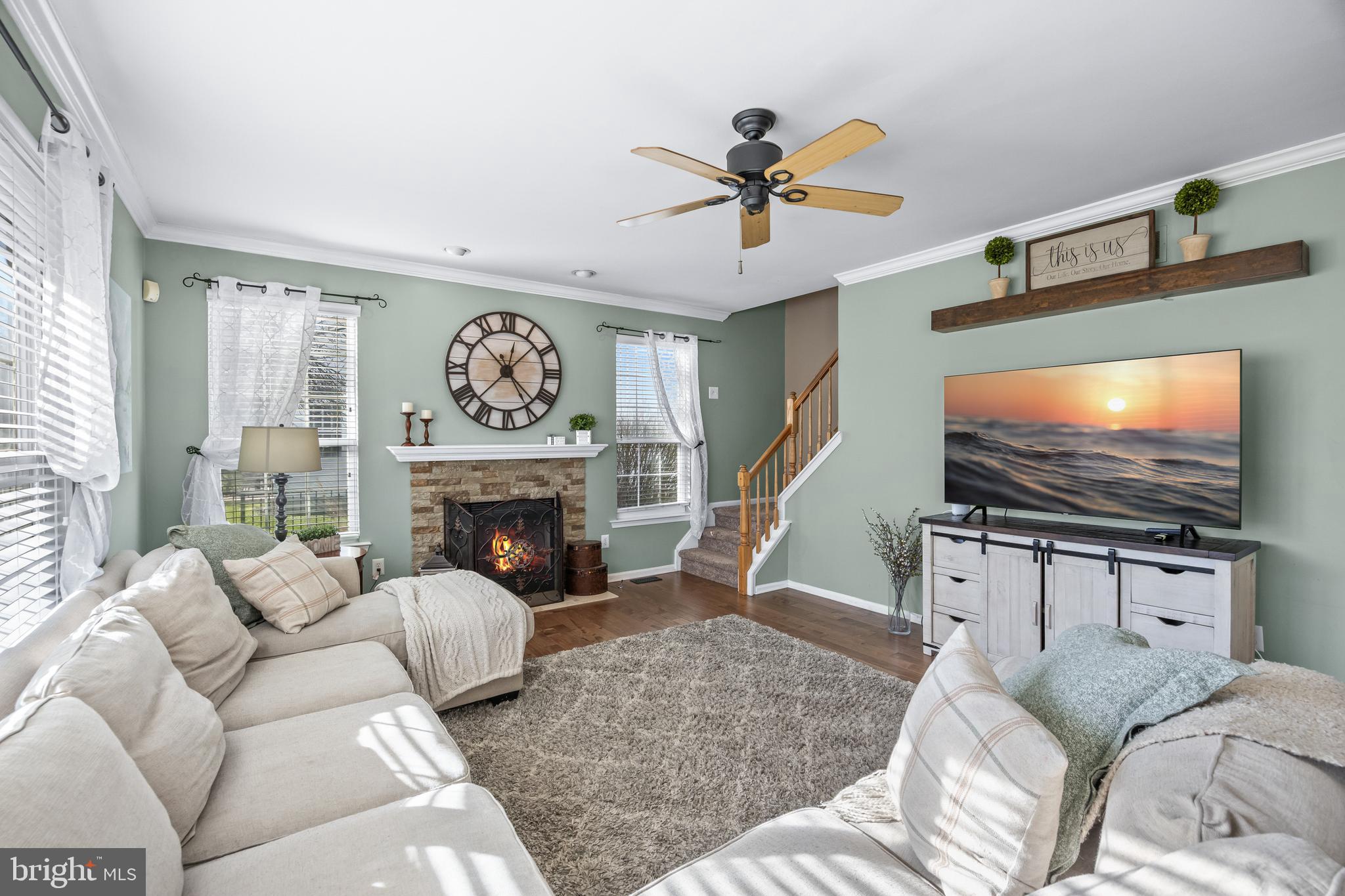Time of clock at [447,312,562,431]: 12:24
